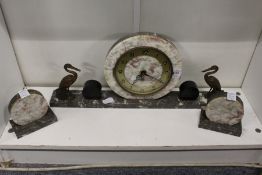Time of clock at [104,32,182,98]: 7:19
